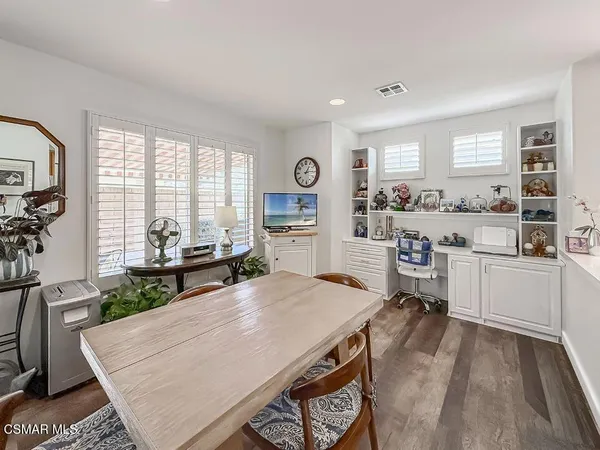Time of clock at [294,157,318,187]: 1:14
